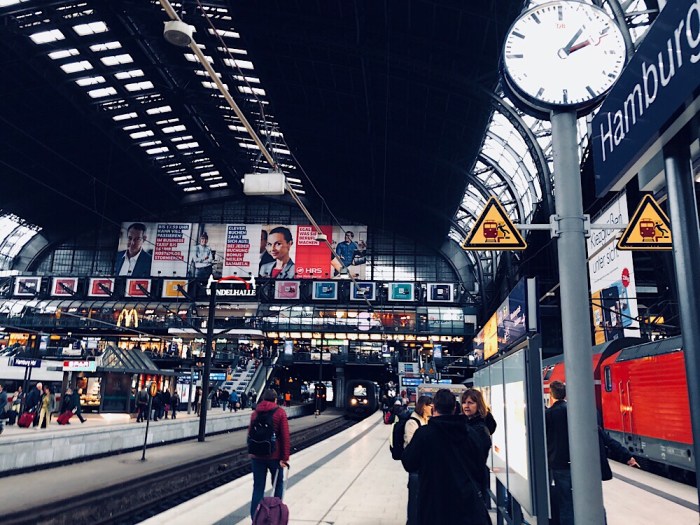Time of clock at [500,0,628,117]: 2:06
